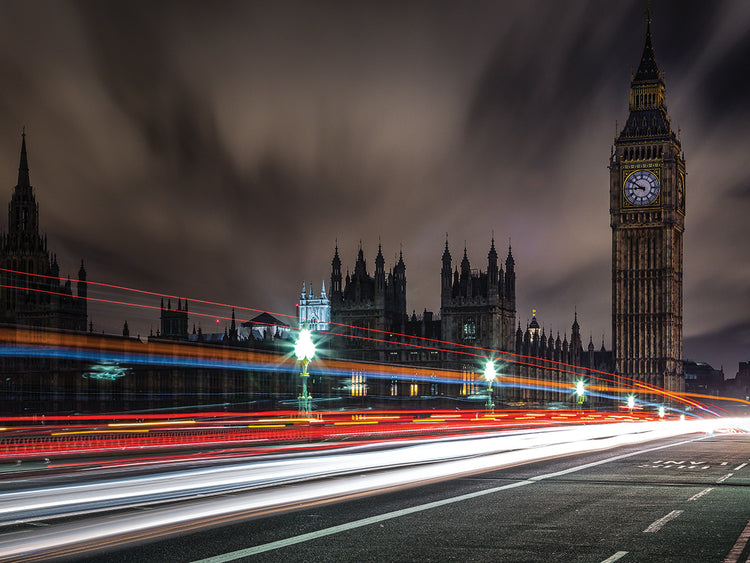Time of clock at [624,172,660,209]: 8:50
